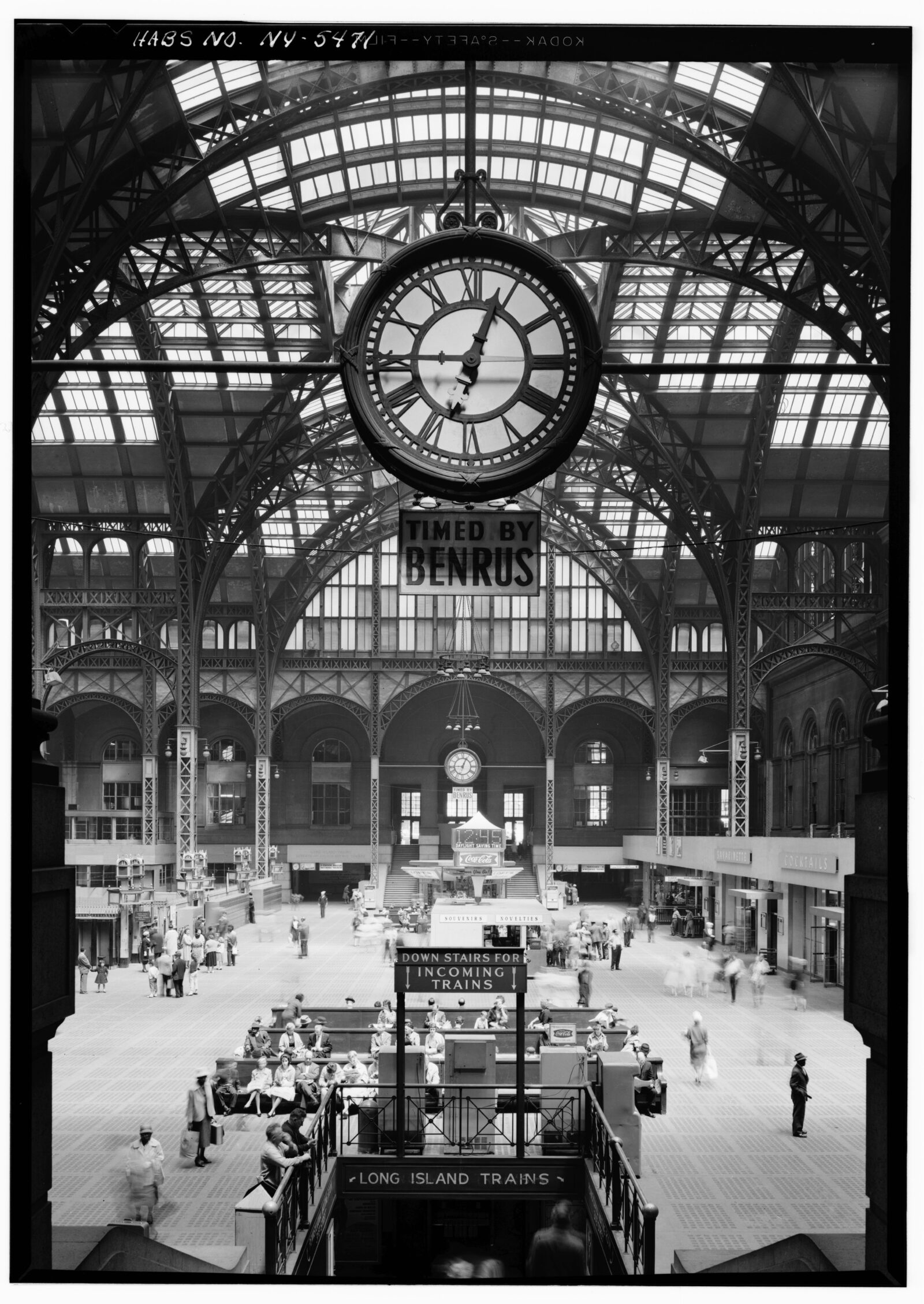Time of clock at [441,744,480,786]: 12:44
